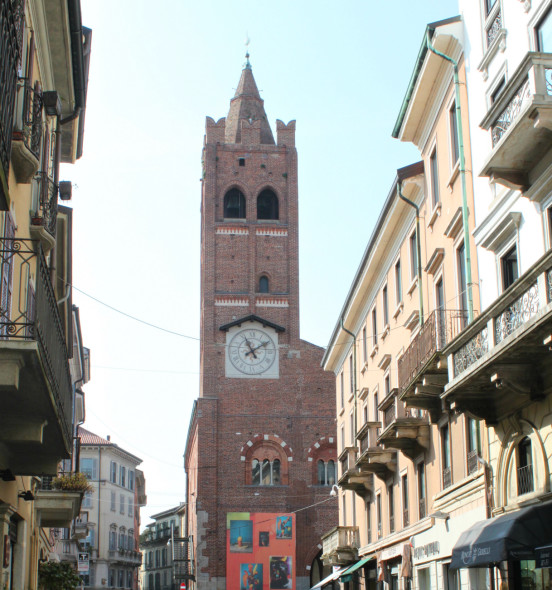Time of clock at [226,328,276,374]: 11:09
